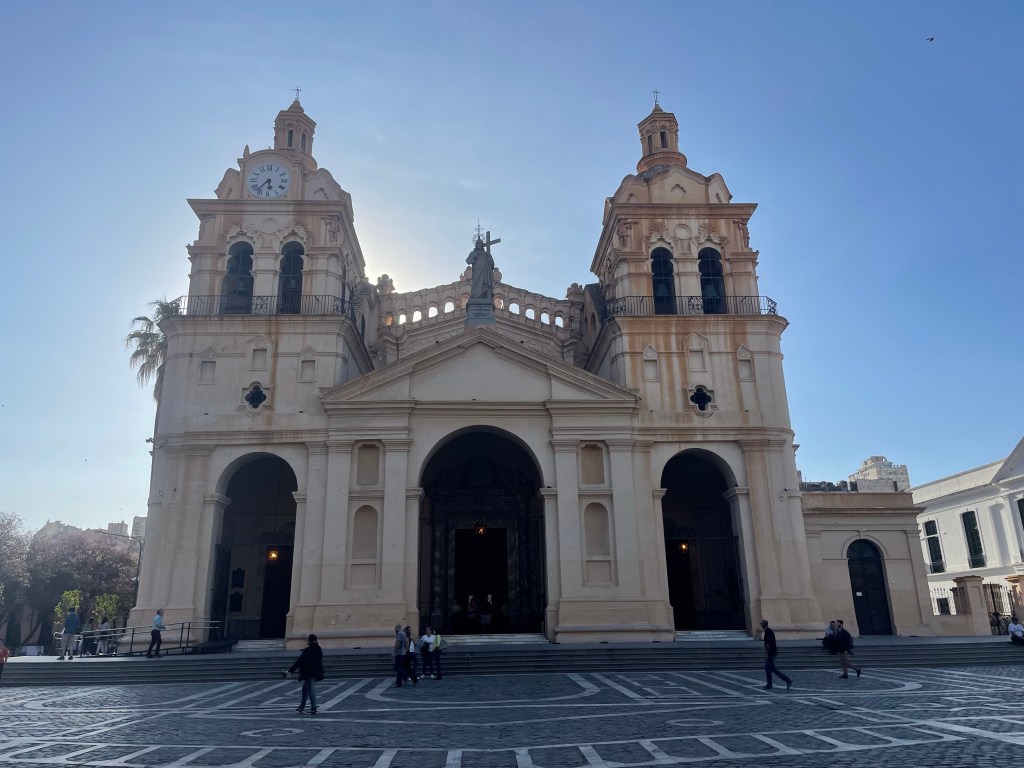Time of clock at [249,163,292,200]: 5:36
